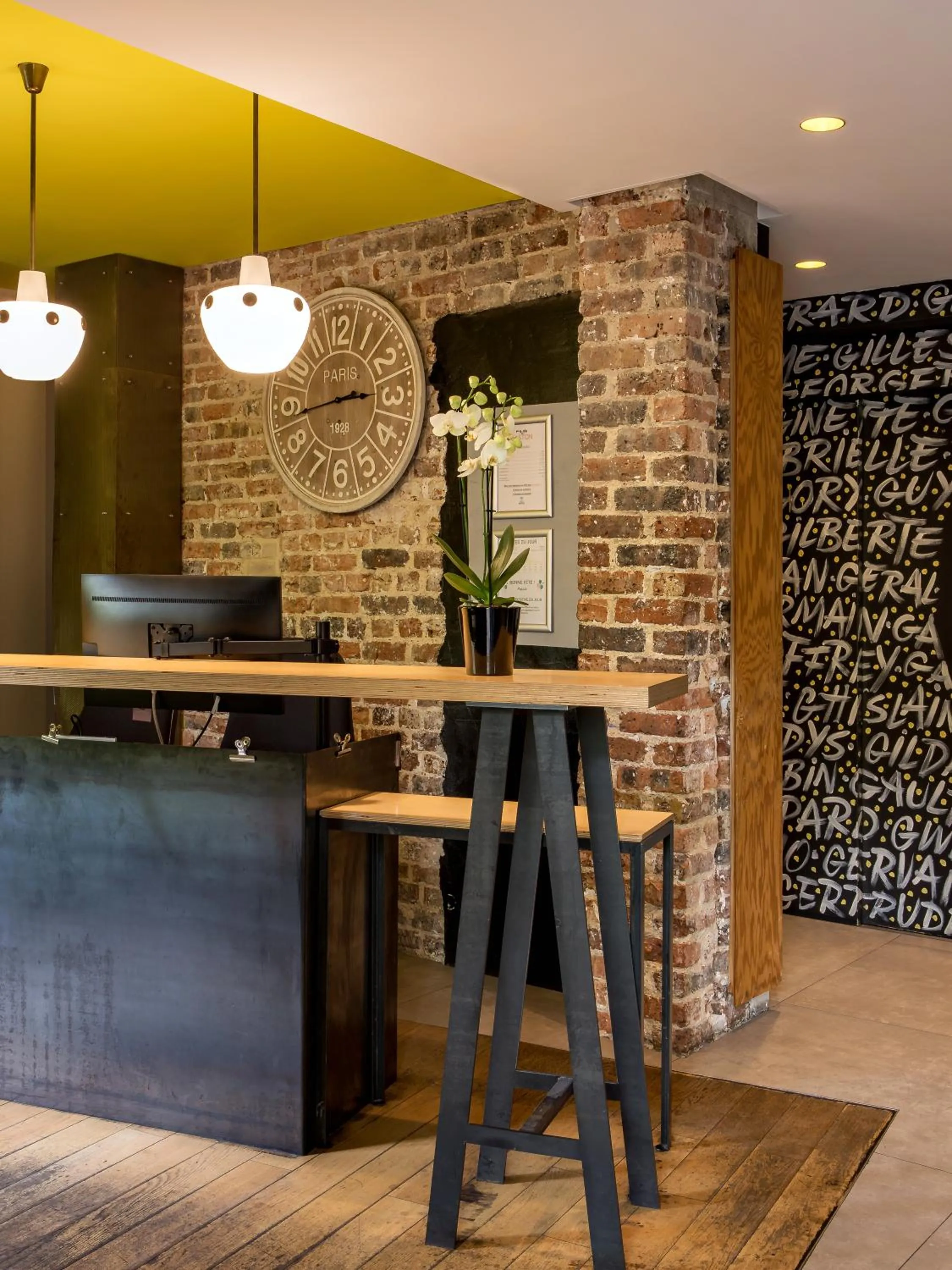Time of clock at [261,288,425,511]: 2:43
